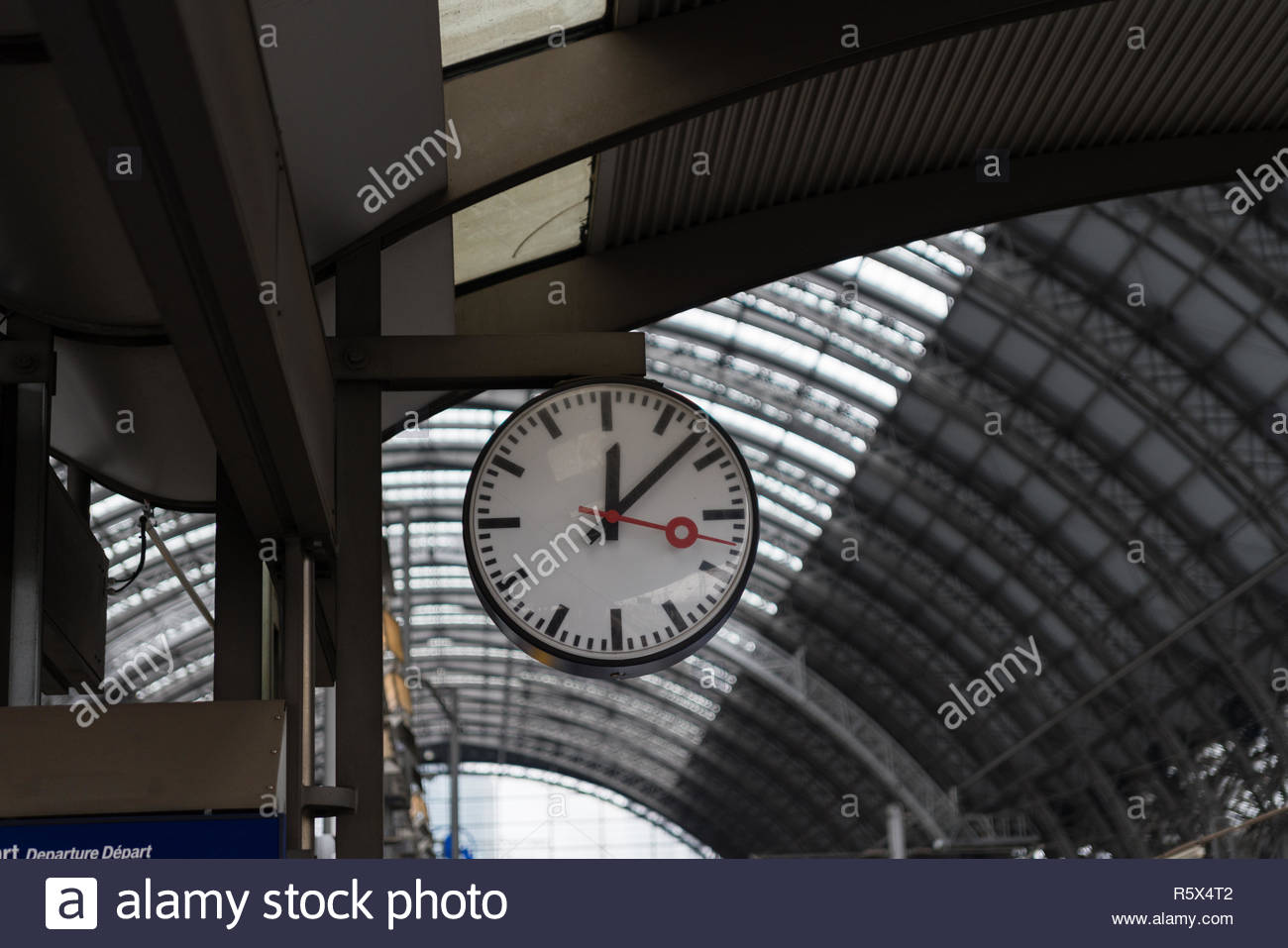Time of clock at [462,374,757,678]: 12:07
